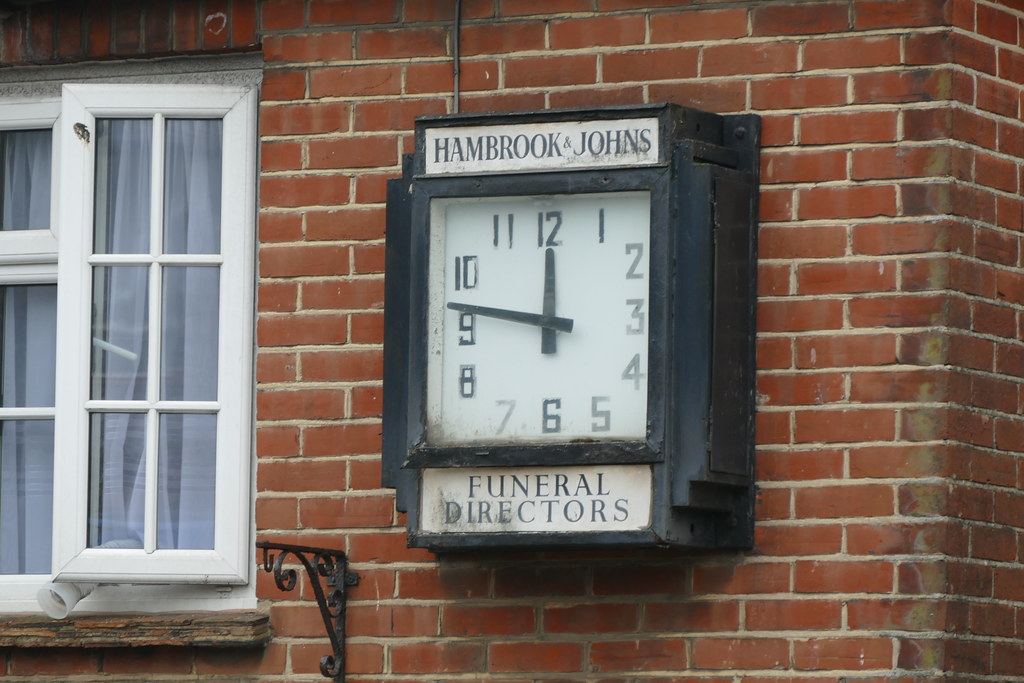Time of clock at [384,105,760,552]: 11:46
